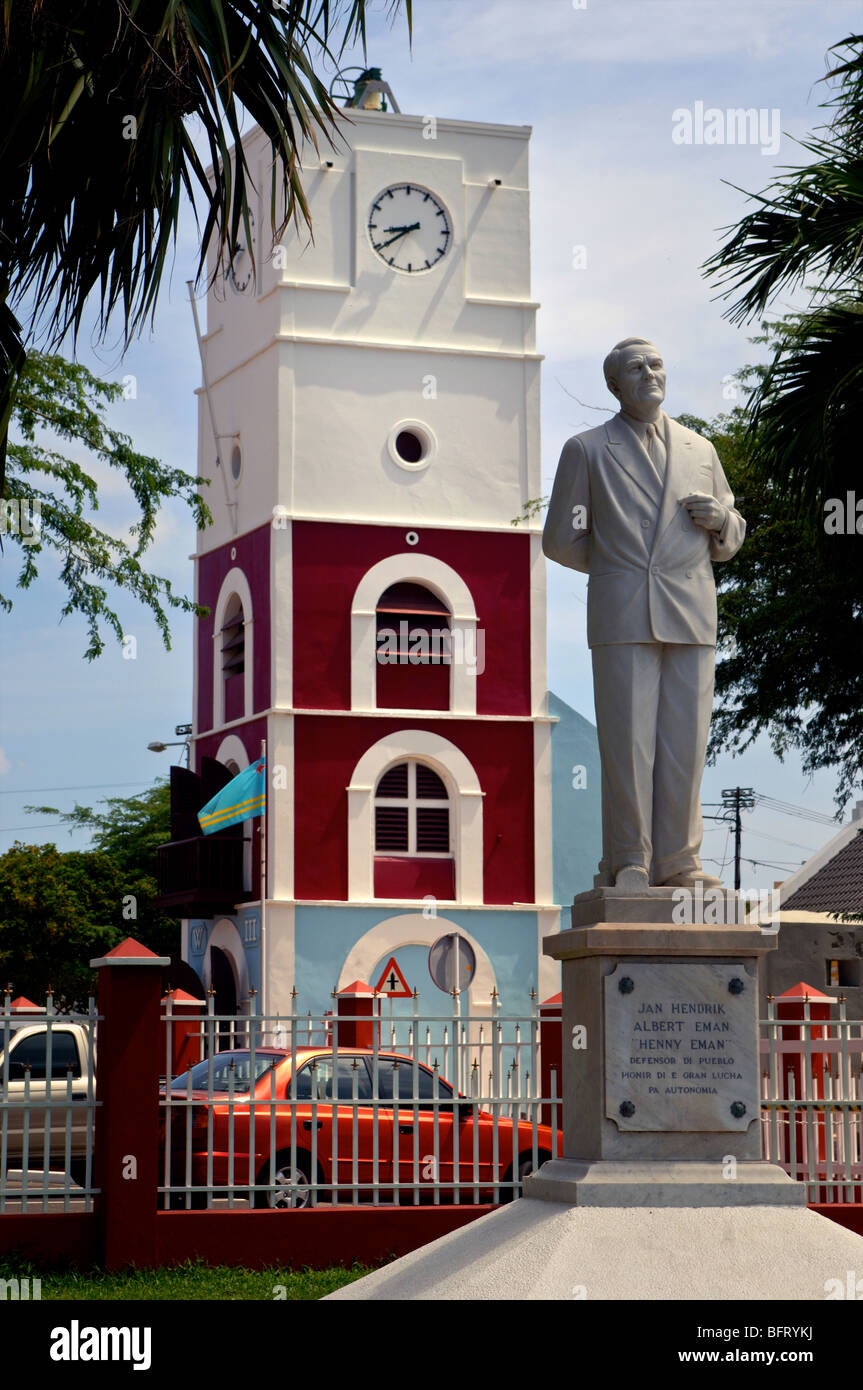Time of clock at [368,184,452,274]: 8:39
